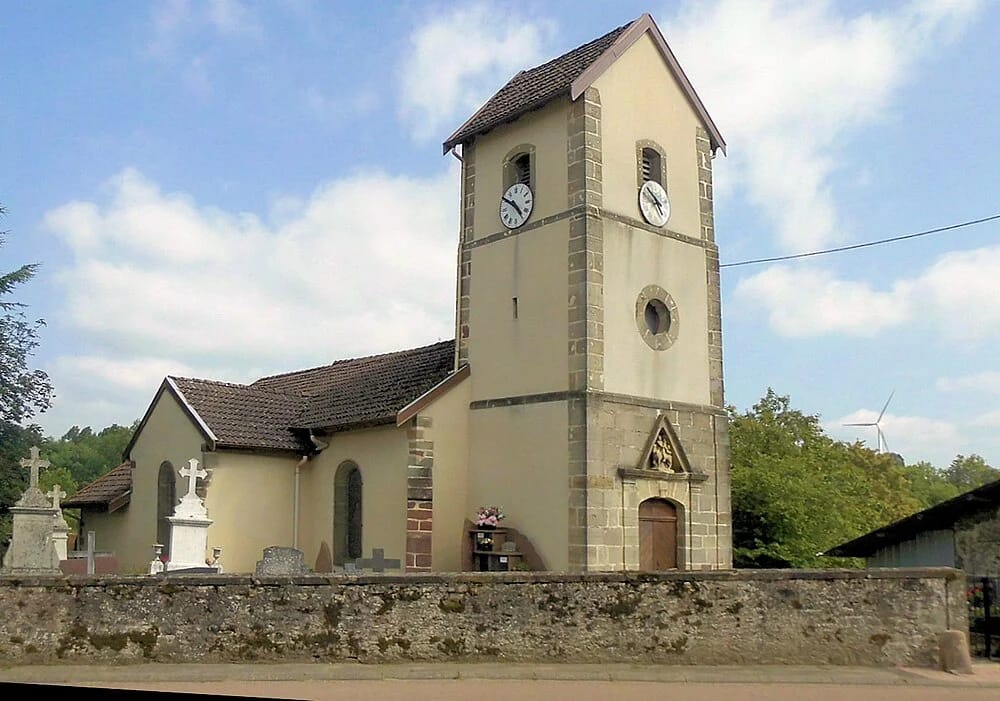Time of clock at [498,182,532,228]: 4:50
